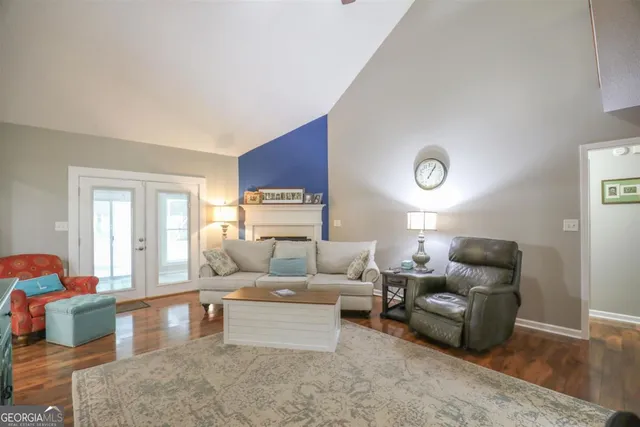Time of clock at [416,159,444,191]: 1:05
